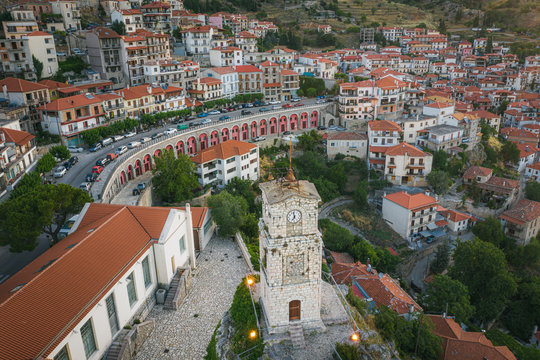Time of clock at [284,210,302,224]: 6:58
